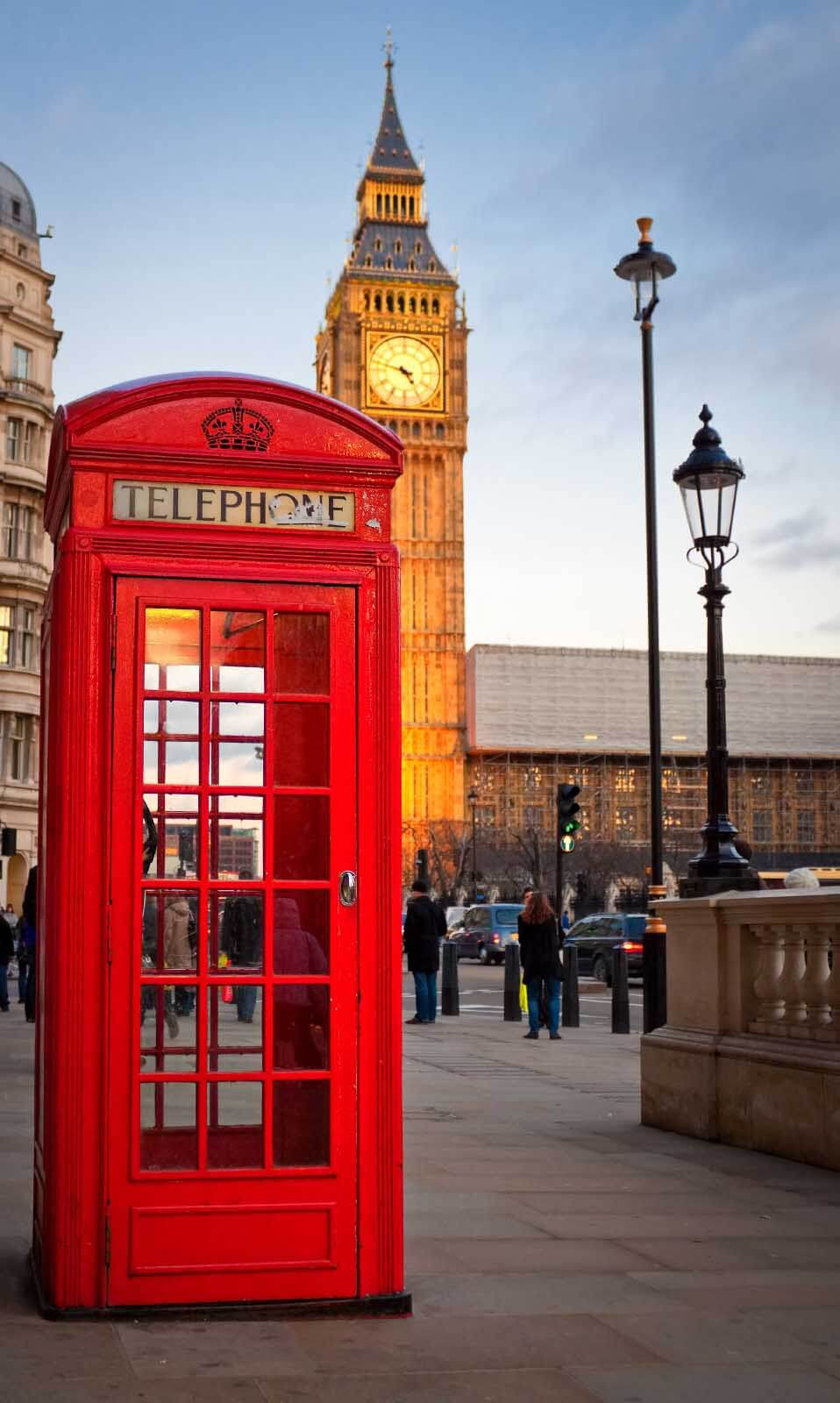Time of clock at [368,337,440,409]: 4:47
